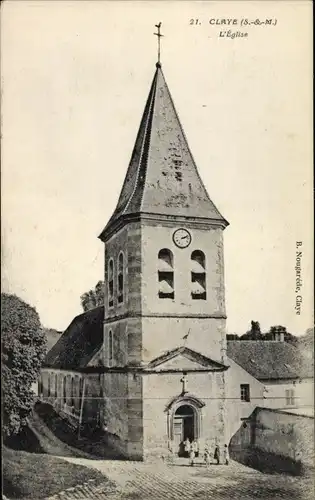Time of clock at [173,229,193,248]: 2:11
